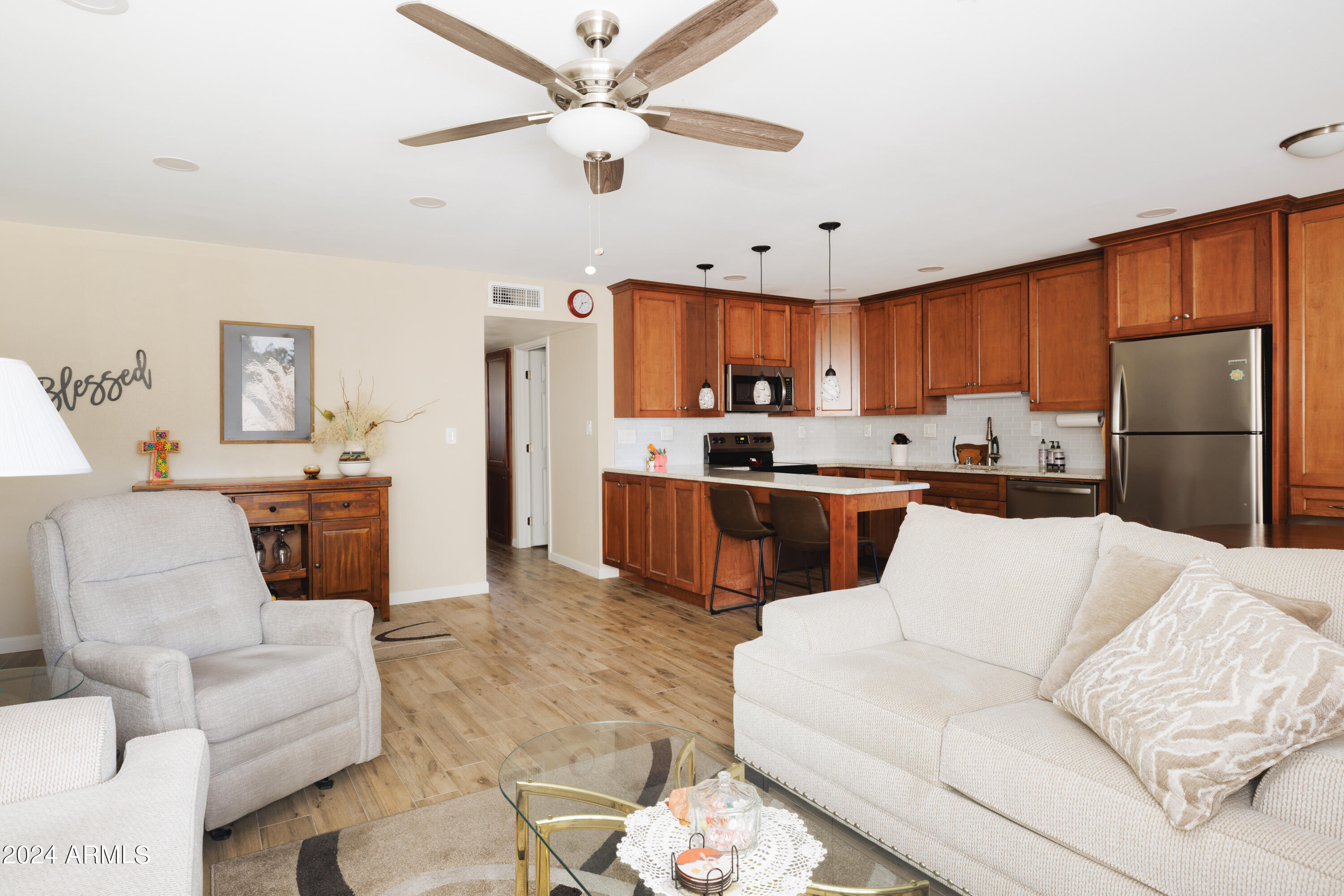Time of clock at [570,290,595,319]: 2:34
